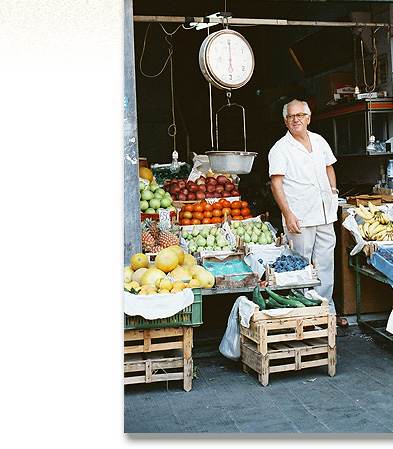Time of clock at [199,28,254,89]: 6:00
